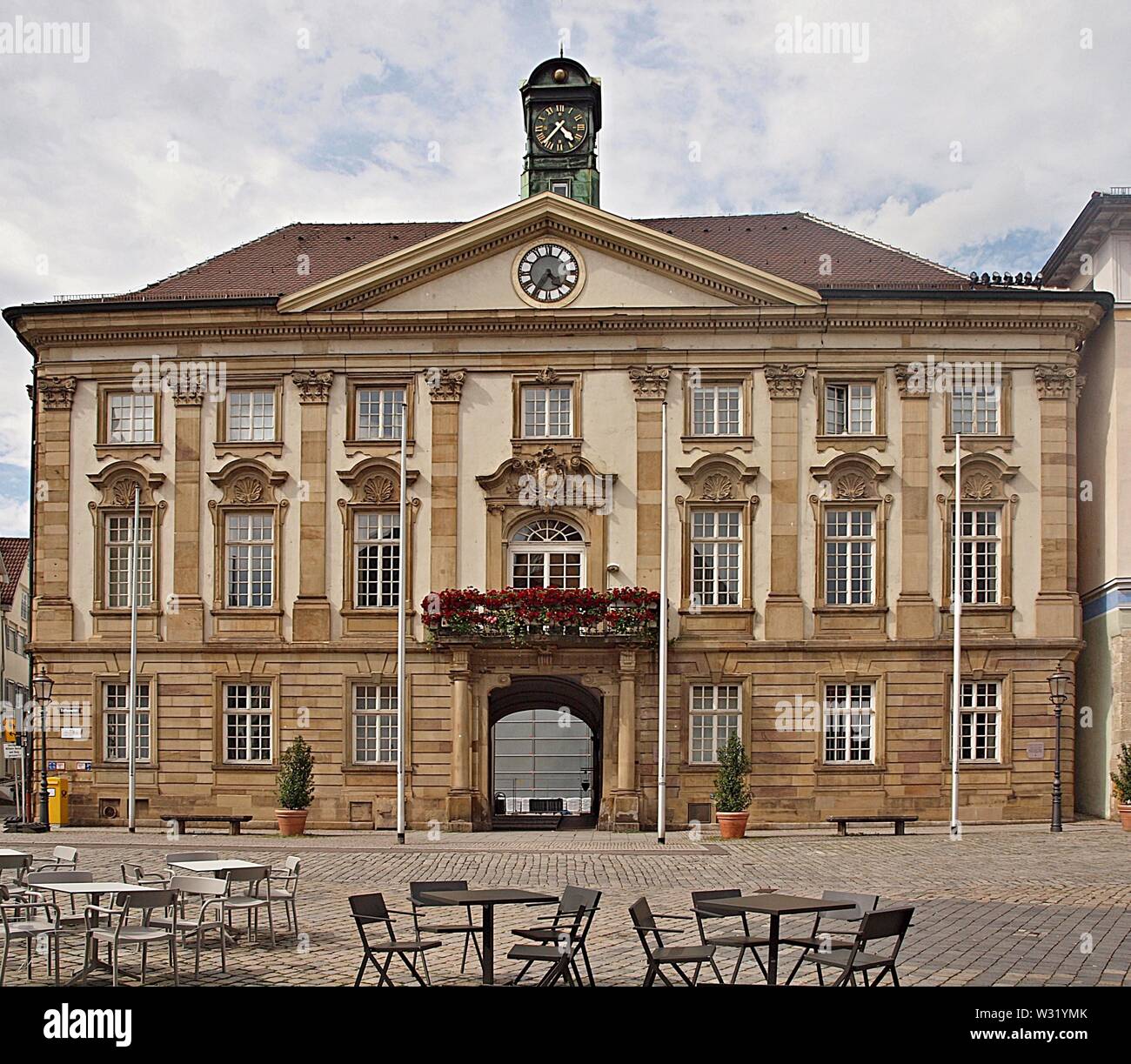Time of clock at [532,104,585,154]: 4:36
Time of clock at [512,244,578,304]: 4:35
